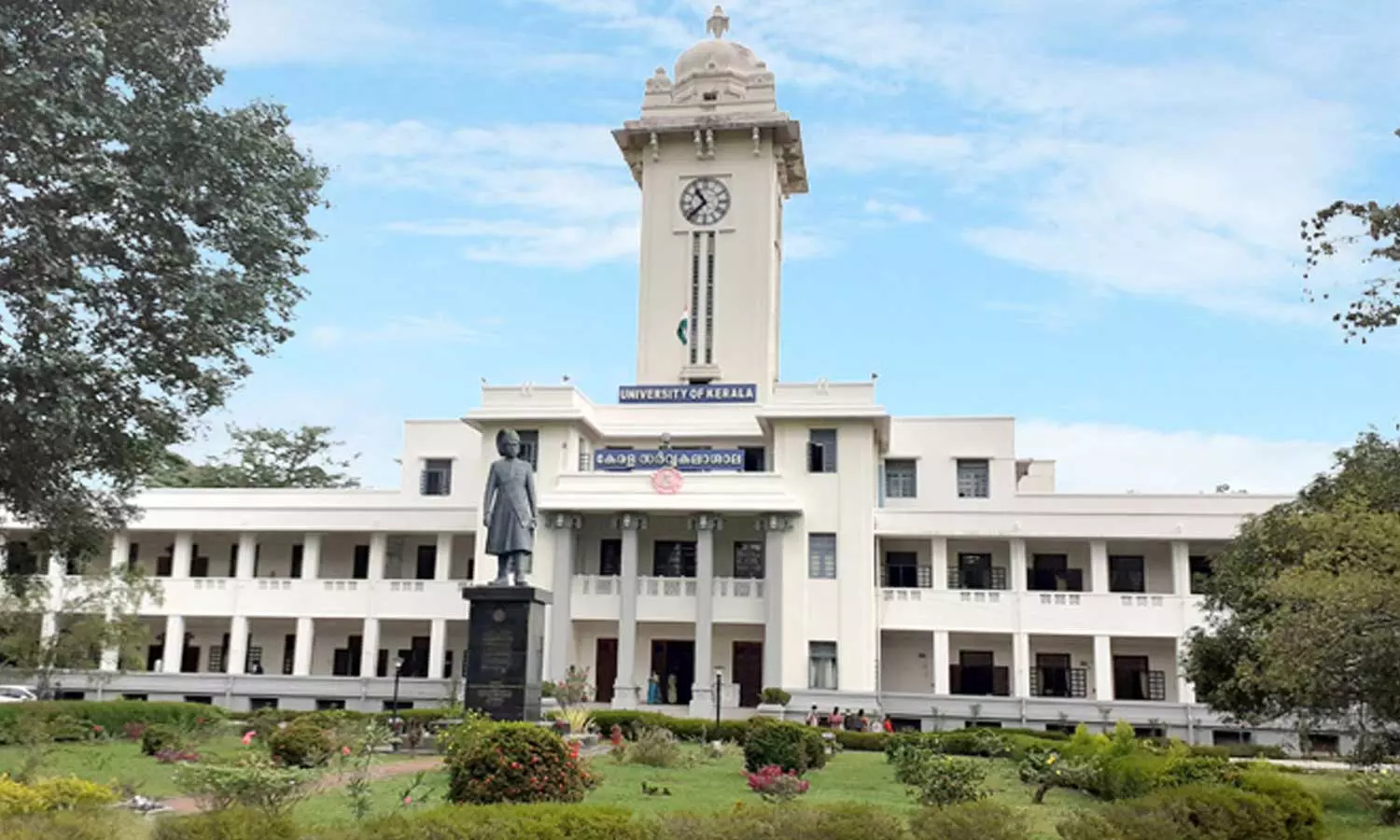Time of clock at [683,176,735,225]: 10:37
